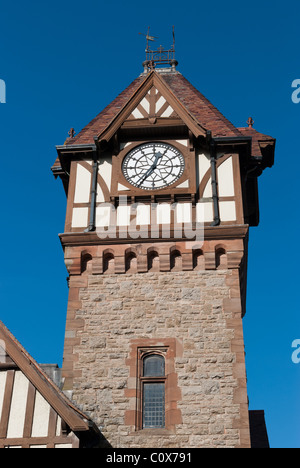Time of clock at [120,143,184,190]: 12:35
